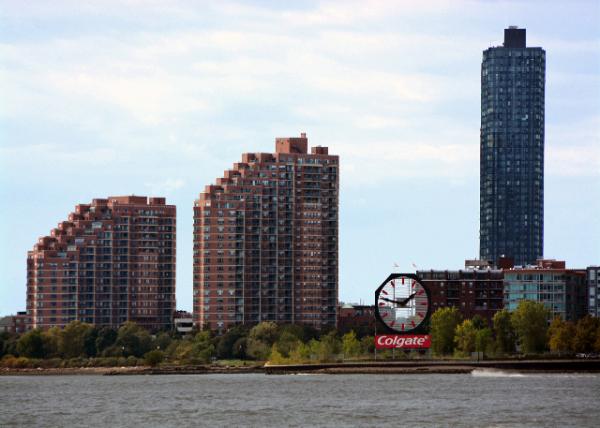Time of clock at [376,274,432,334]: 1:47
